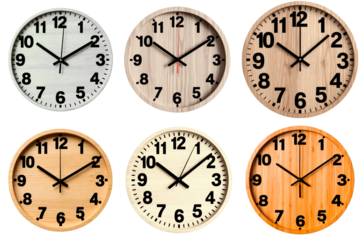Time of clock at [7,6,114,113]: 10:09
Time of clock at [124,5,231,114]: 10:09
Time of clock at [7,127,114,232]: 10:09
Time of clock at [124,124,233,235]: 10:08
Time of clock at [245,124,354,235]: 10:09
